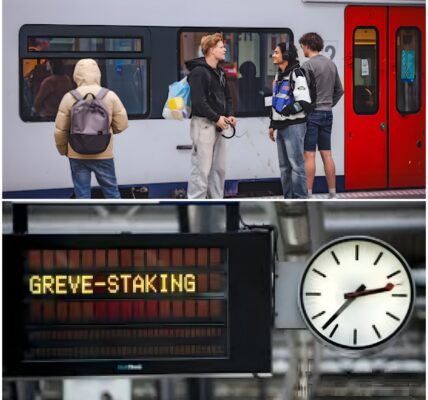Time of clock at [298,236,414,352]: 2:36
